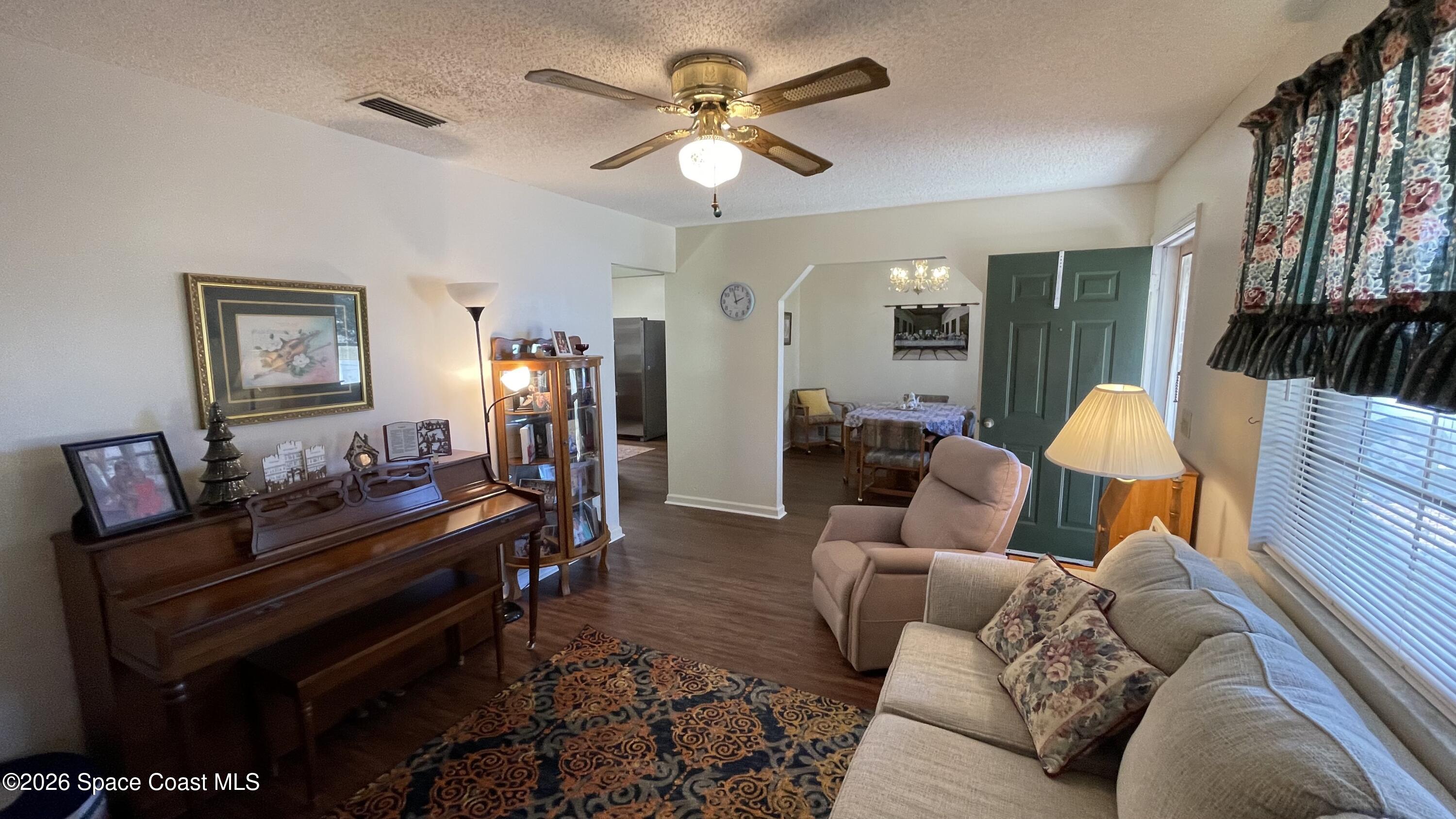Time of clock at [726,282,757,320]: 1:57
